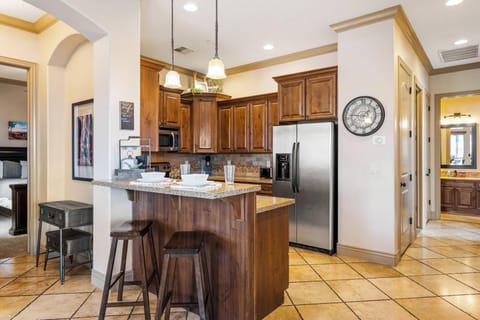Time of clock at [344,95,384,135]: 1:46
